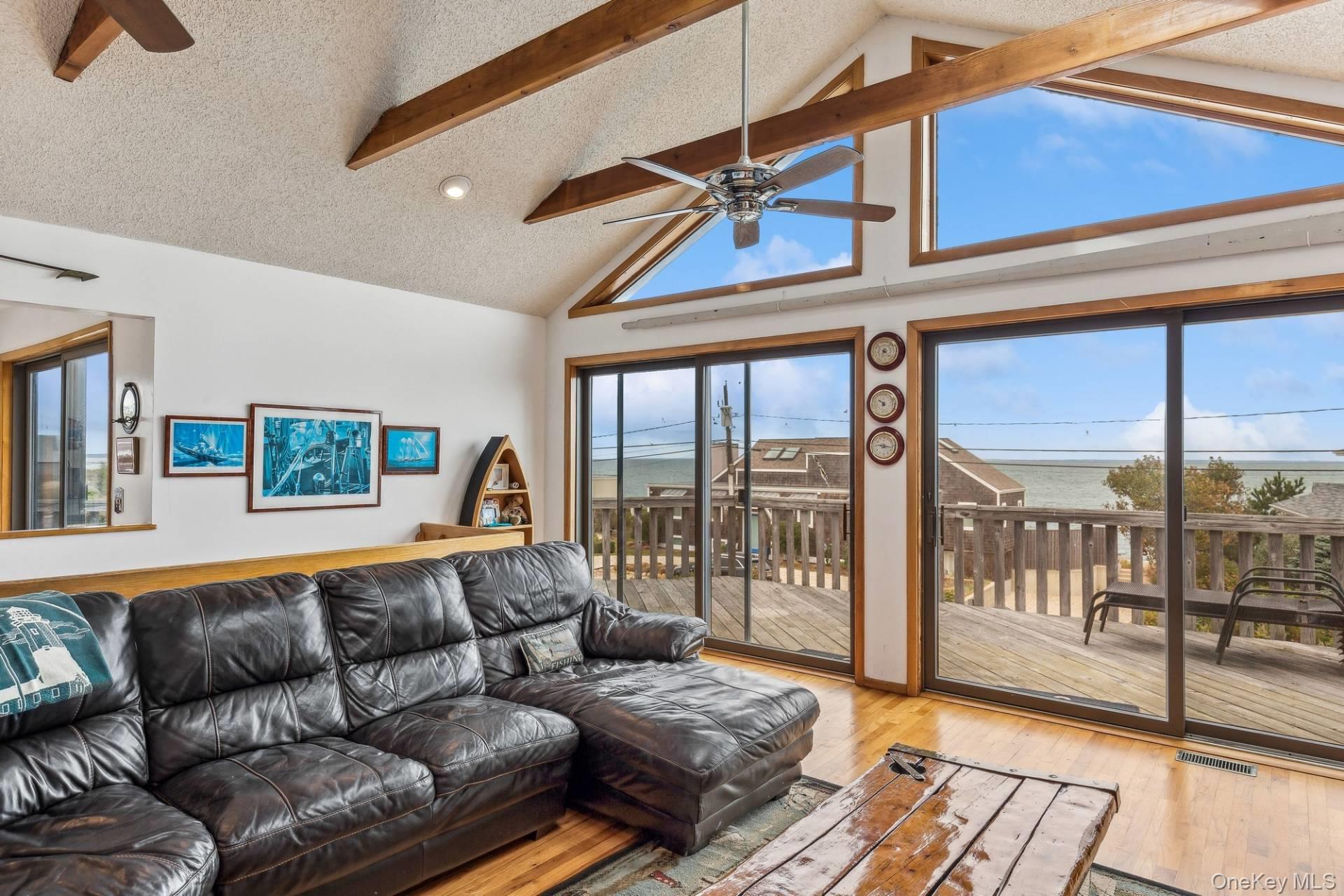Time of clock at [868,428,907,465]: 9:16
